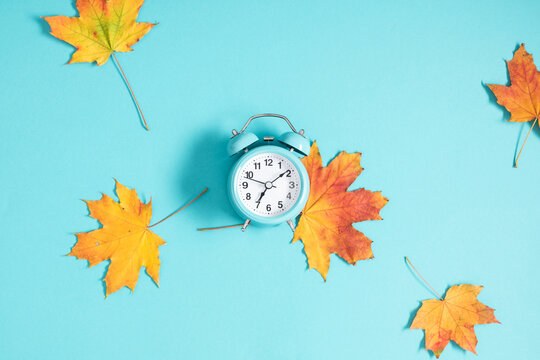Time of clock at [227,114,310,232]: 7:08
